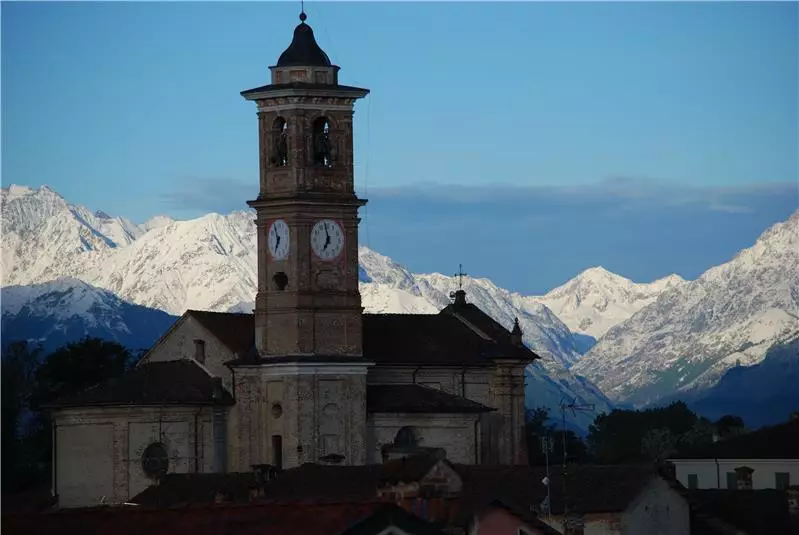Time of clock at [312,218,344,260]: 6:58
